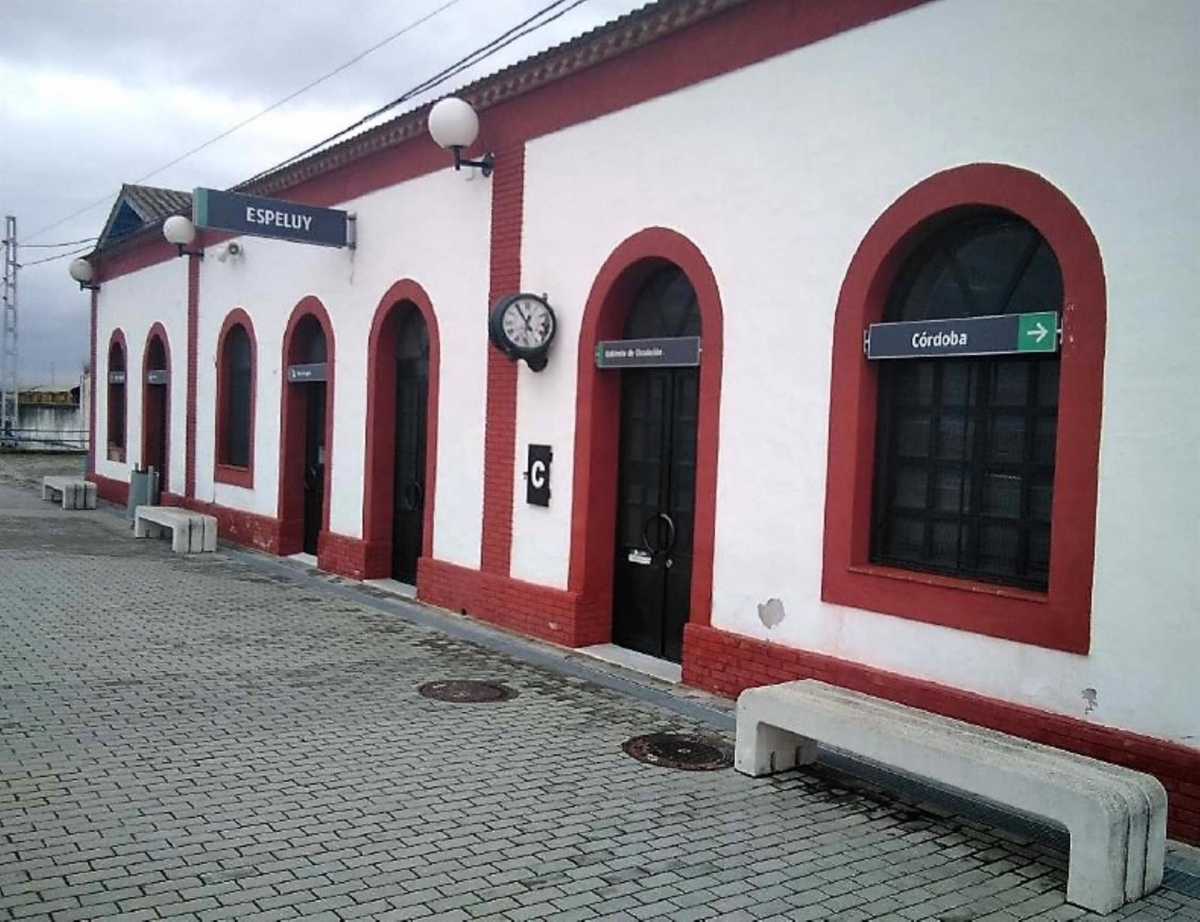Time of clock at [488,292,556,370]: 12:54
